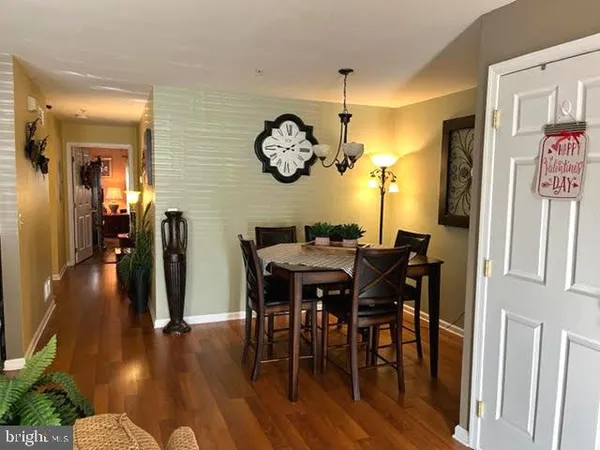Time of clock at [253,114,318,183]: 1:46
